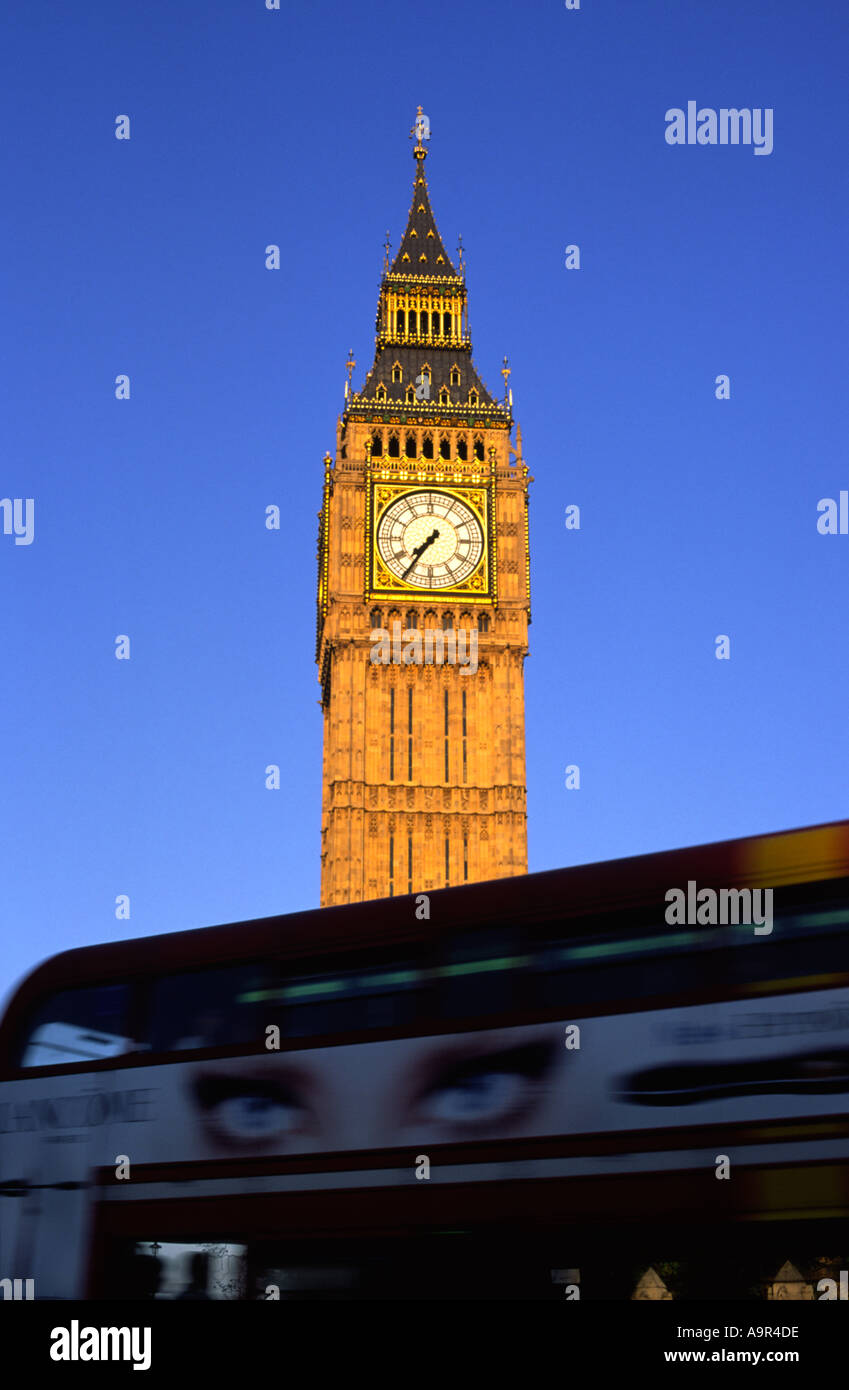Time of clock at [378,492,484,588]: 7:35
